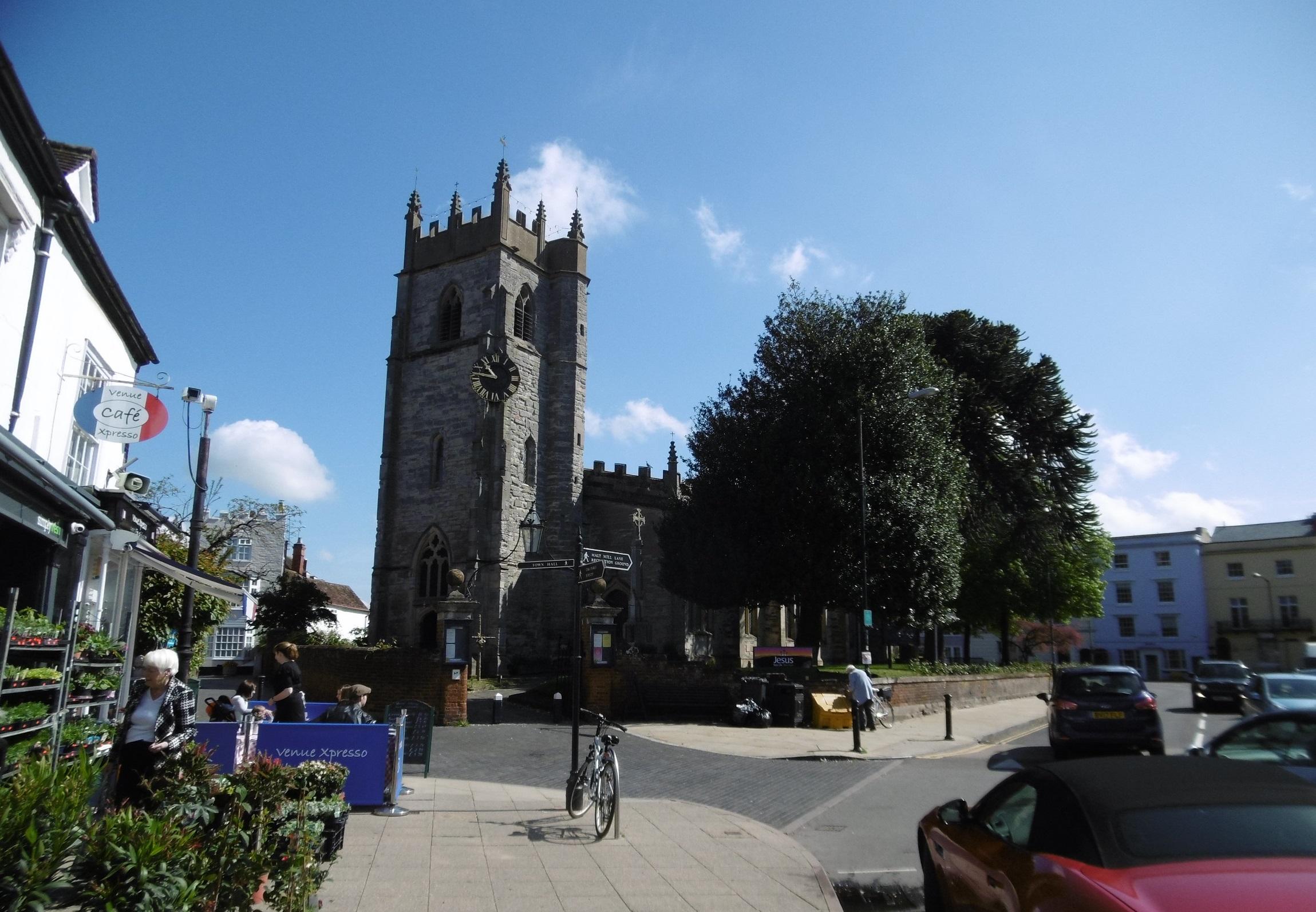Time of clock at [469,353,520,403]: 10:46
